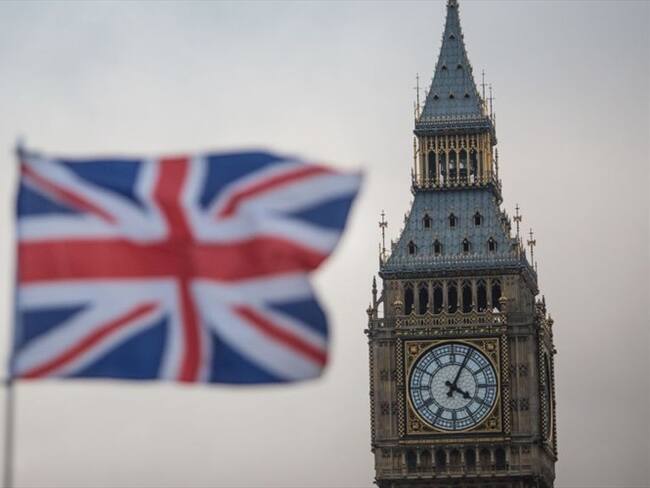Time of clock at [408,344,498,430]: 4:04
